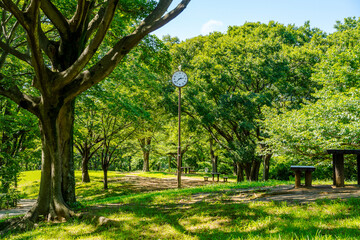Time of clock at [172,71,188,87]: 2:38
